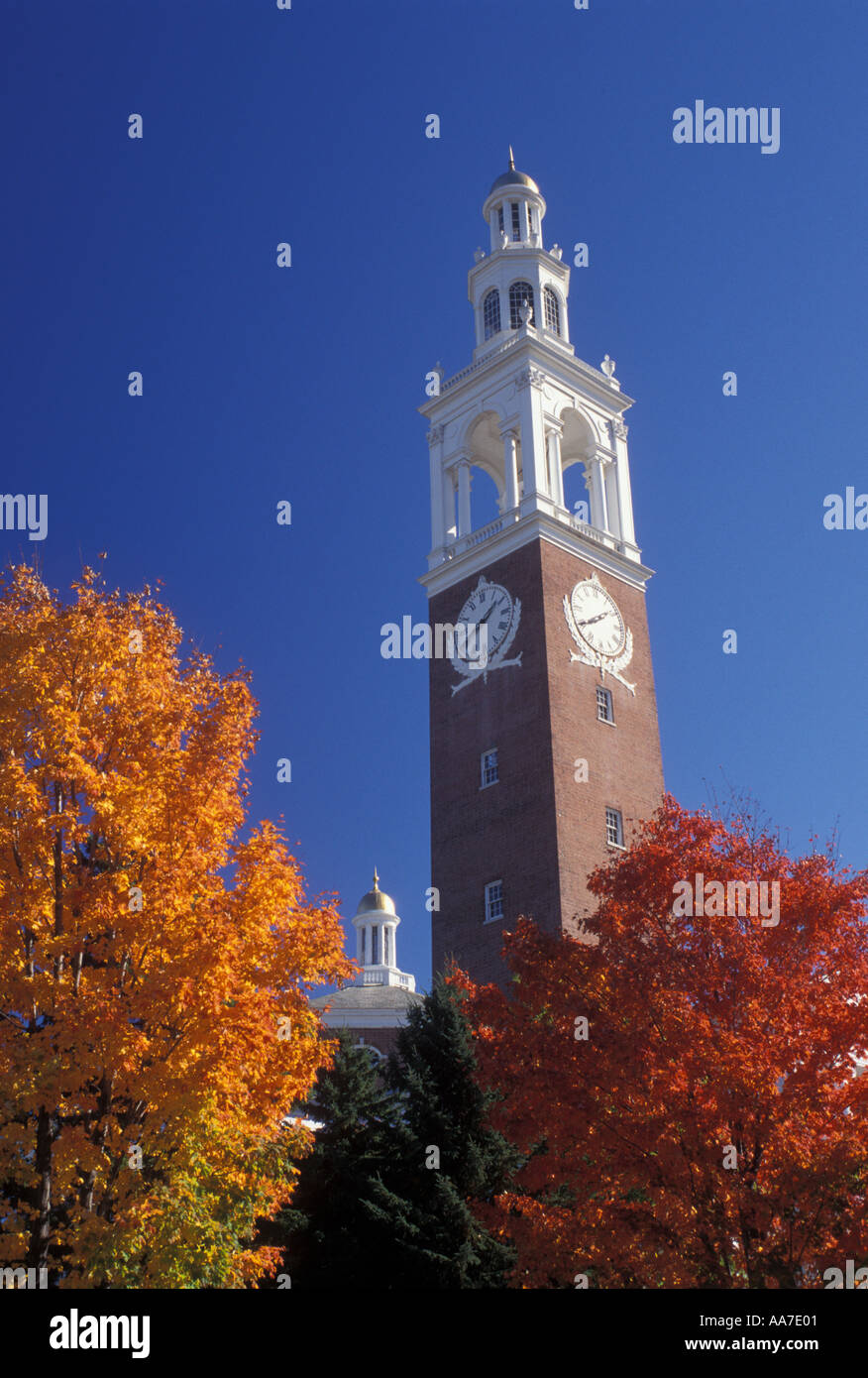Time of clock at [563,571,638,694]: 1:39
